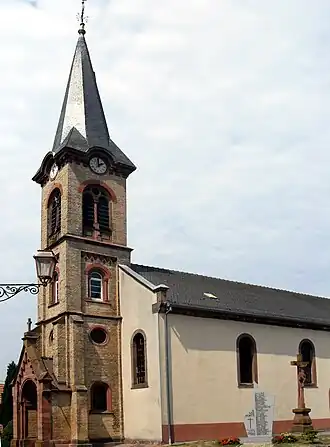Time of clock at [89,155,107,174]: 2:00
